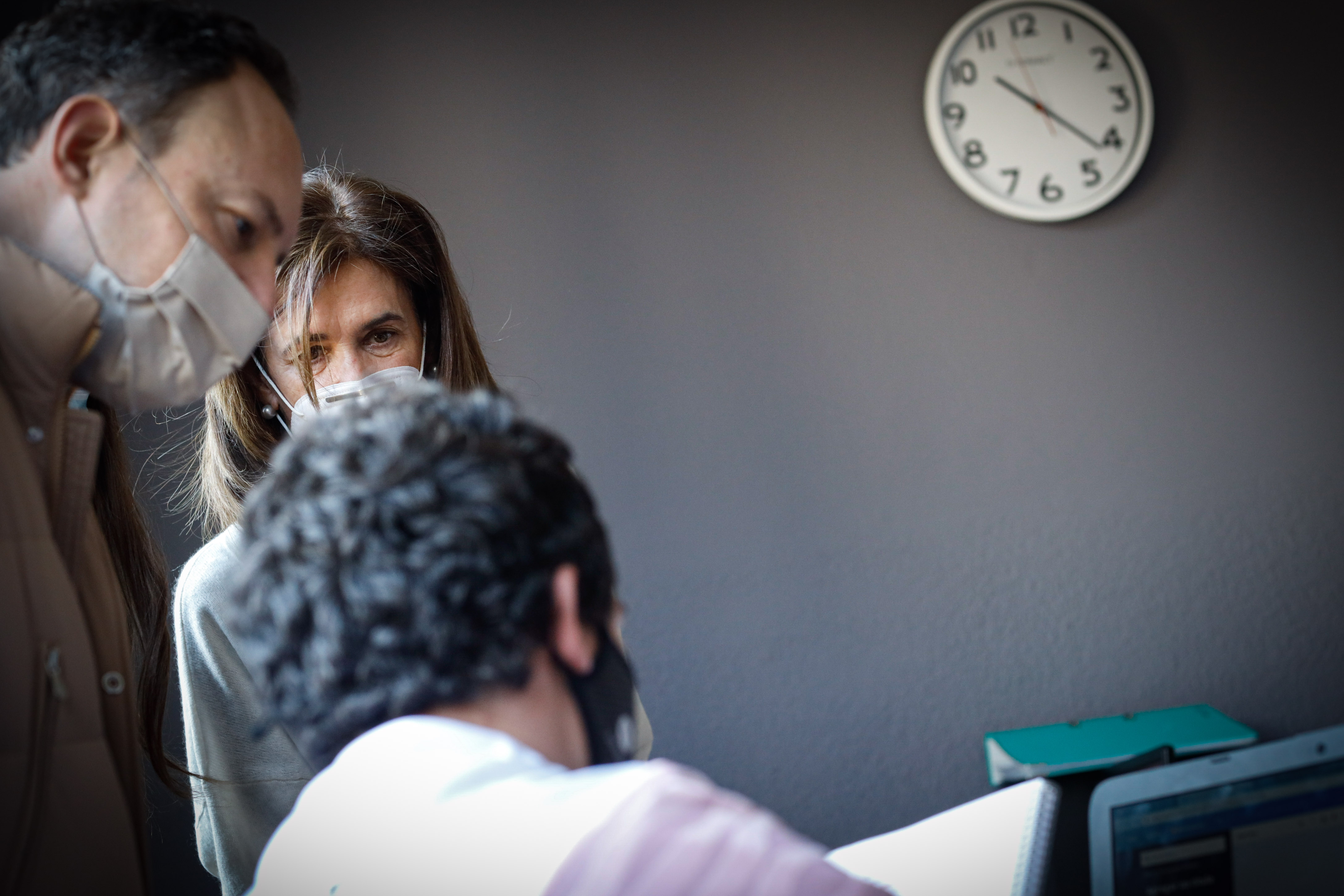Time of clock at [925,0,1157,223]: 10:21
